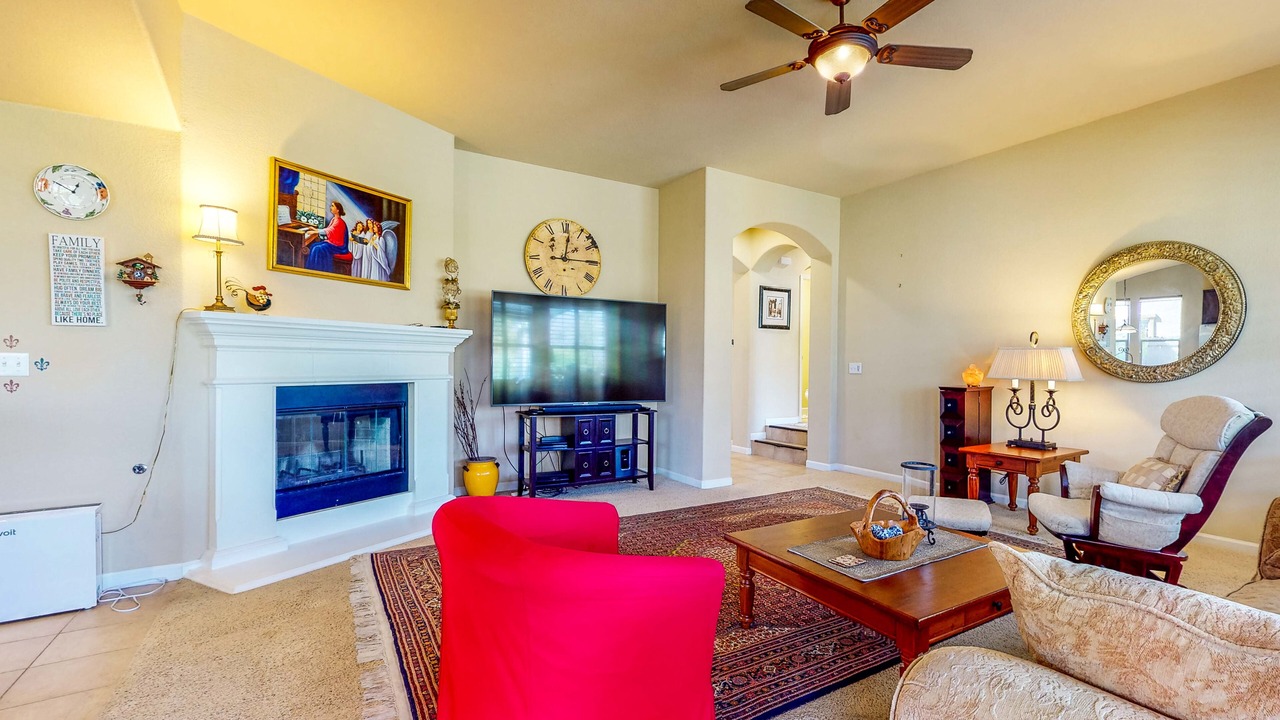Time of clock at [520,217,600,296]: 12:14
